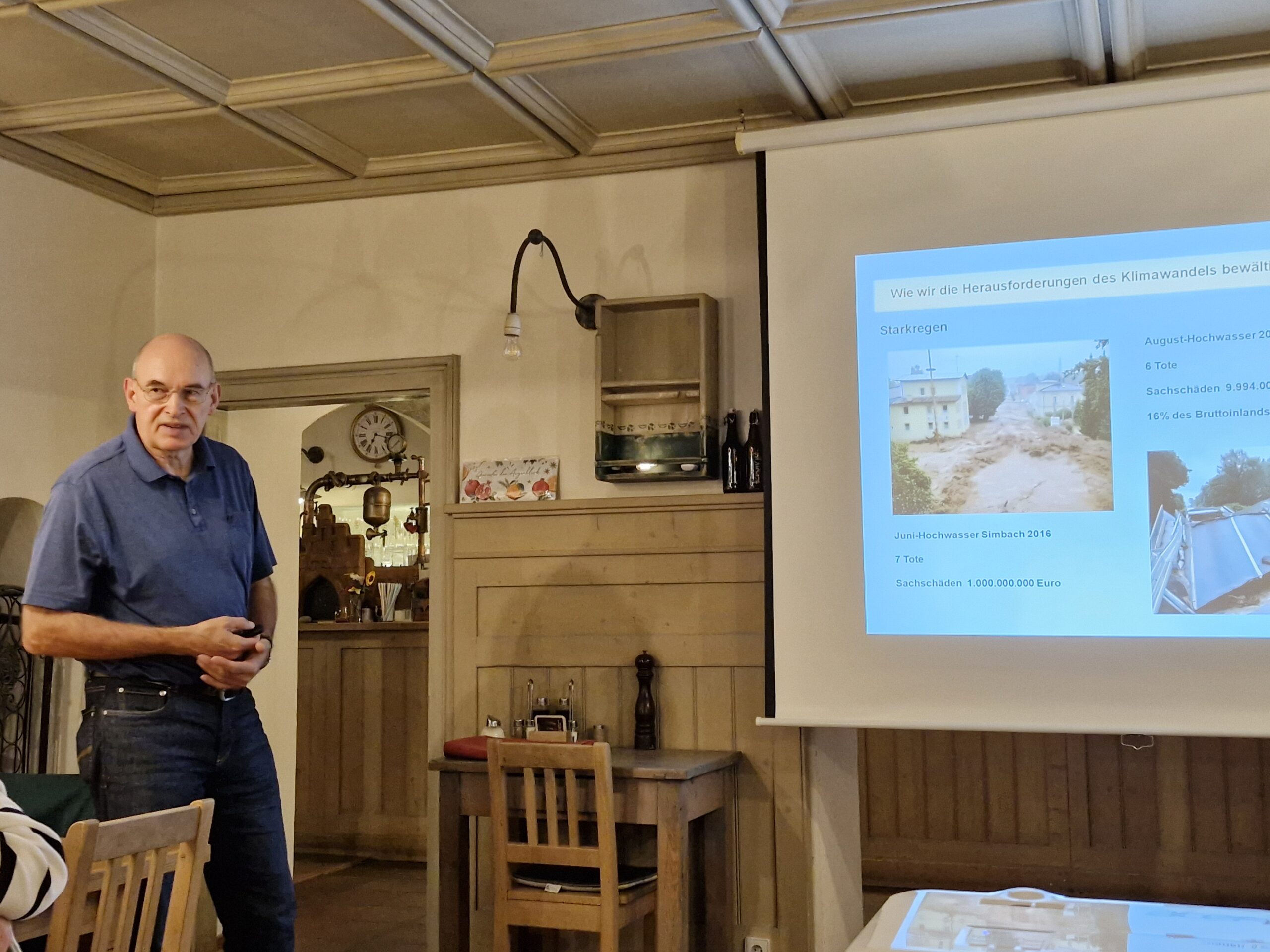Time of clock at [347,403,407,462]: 7:17
